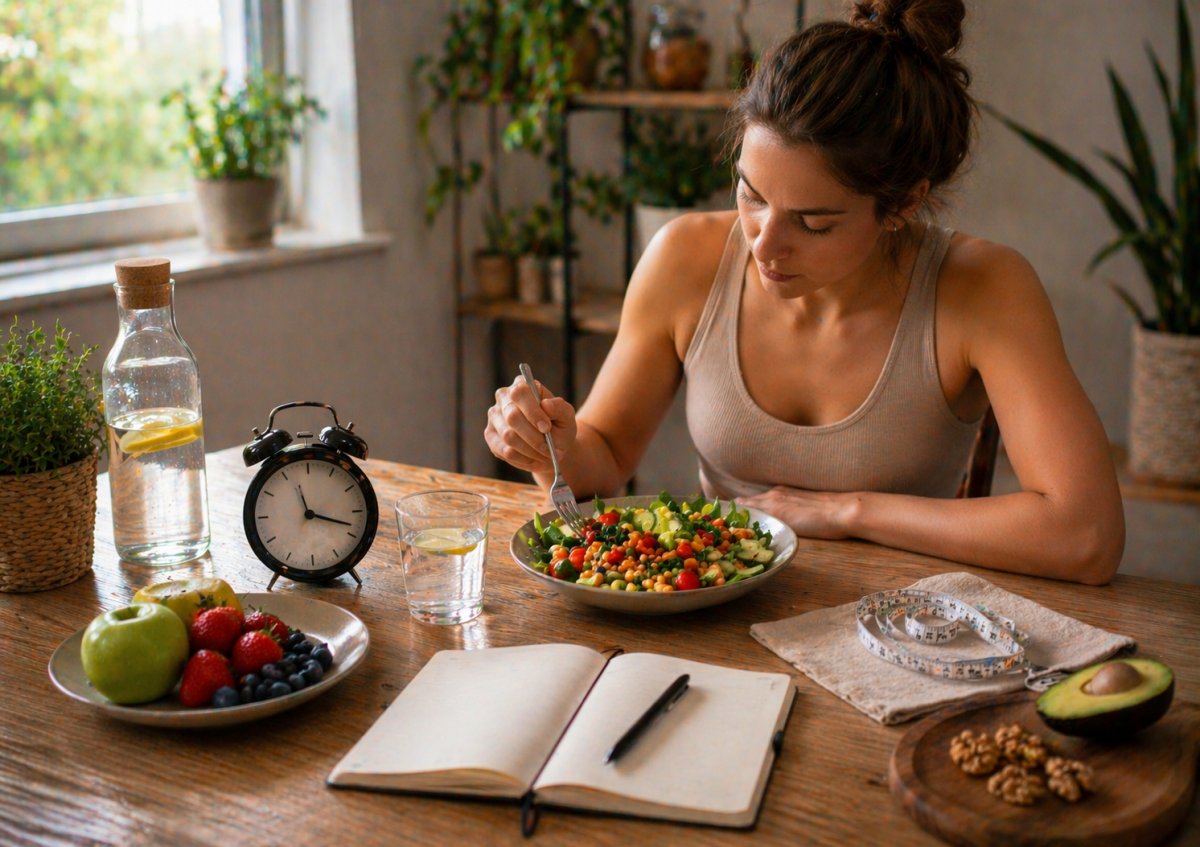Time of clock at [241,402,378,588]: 11:18
